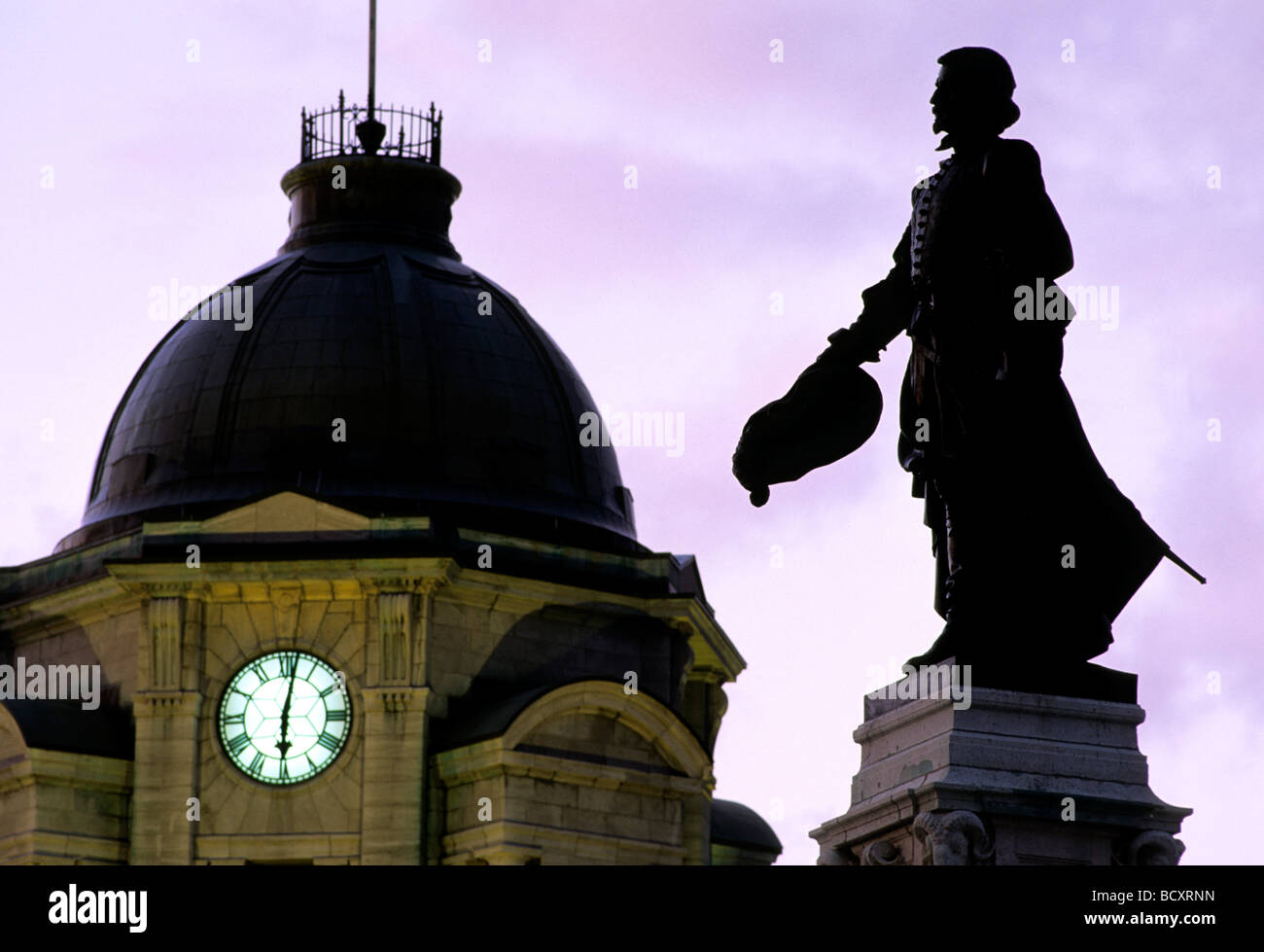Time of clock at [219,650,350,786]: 6:01
